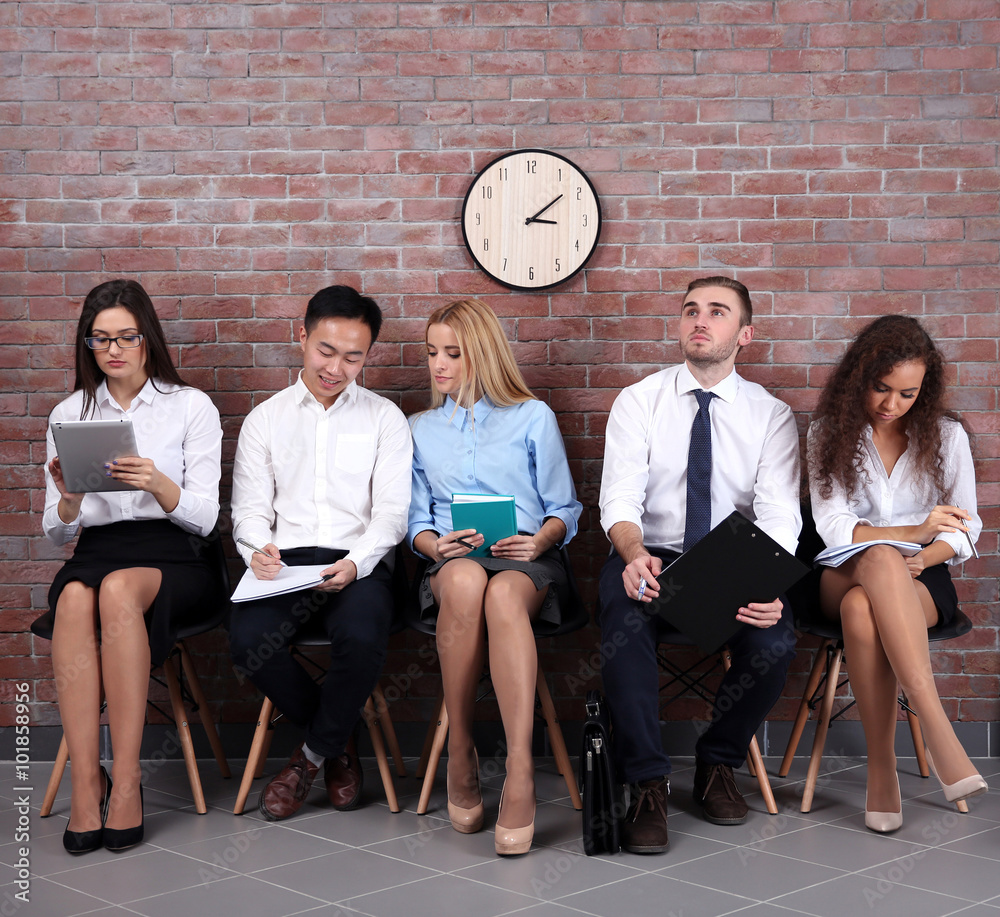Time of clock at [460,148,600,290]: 3:08
